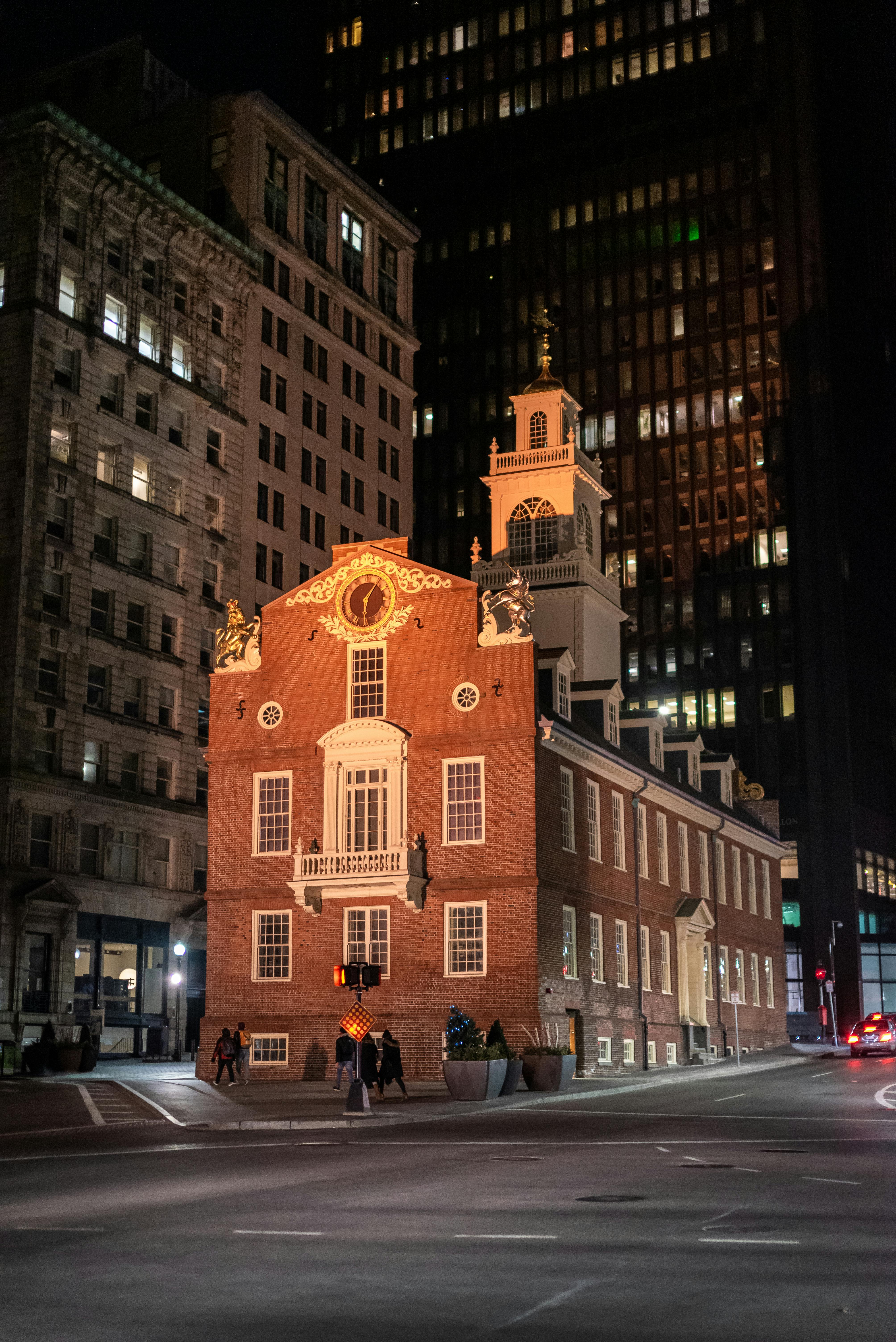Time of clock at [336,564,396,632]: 6:06
